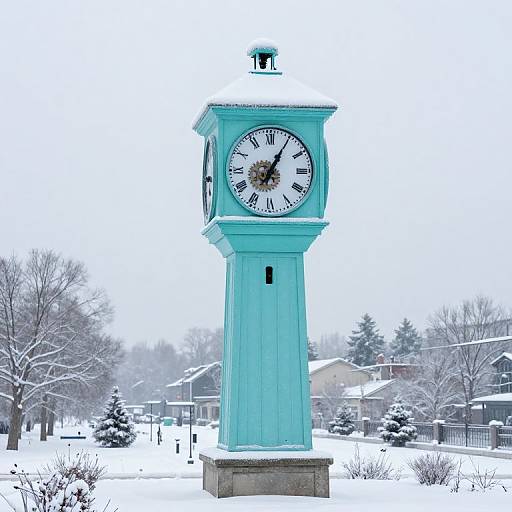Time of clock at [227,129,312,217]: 7:04
